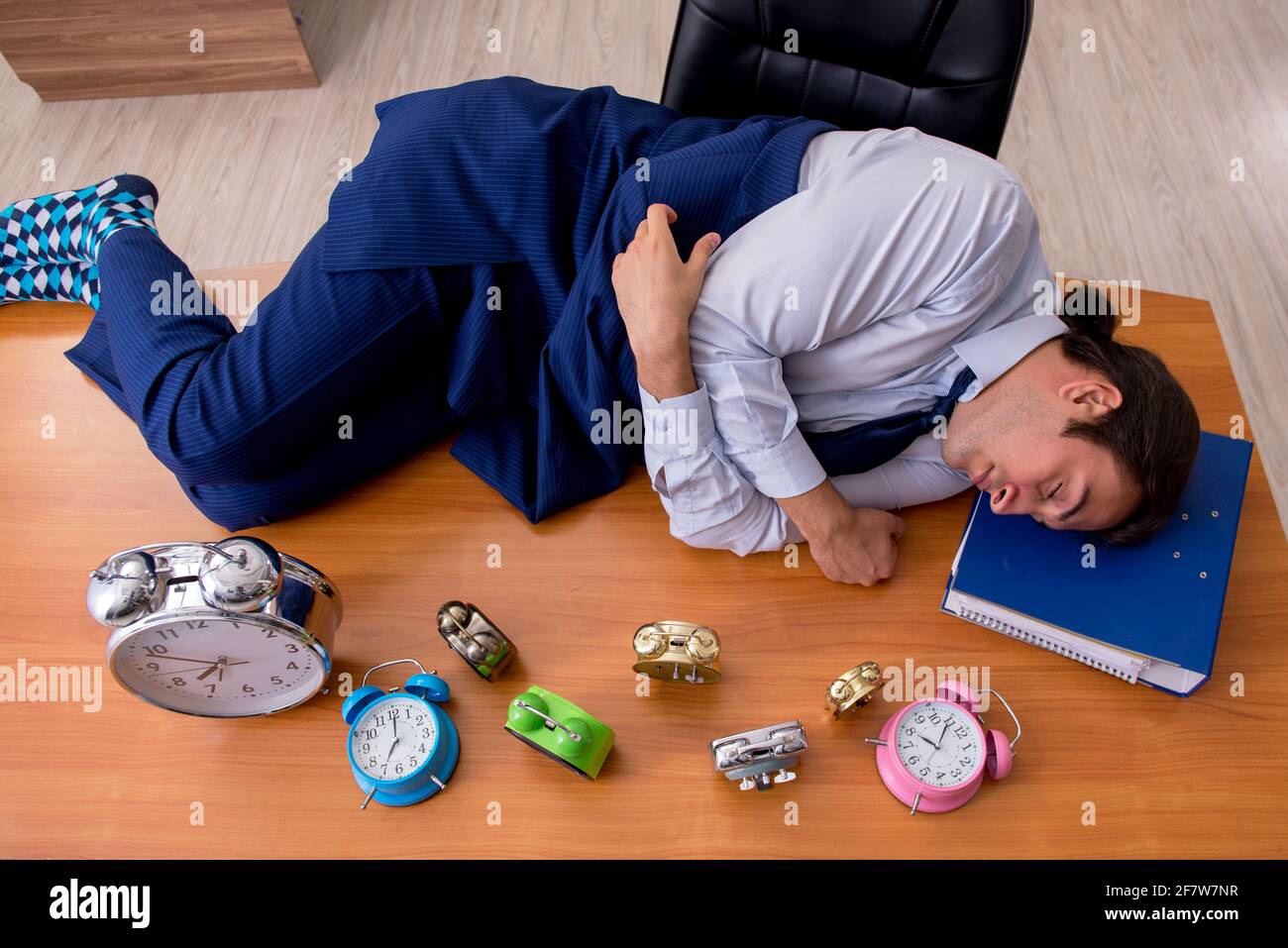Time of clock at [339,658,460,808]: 7:00
